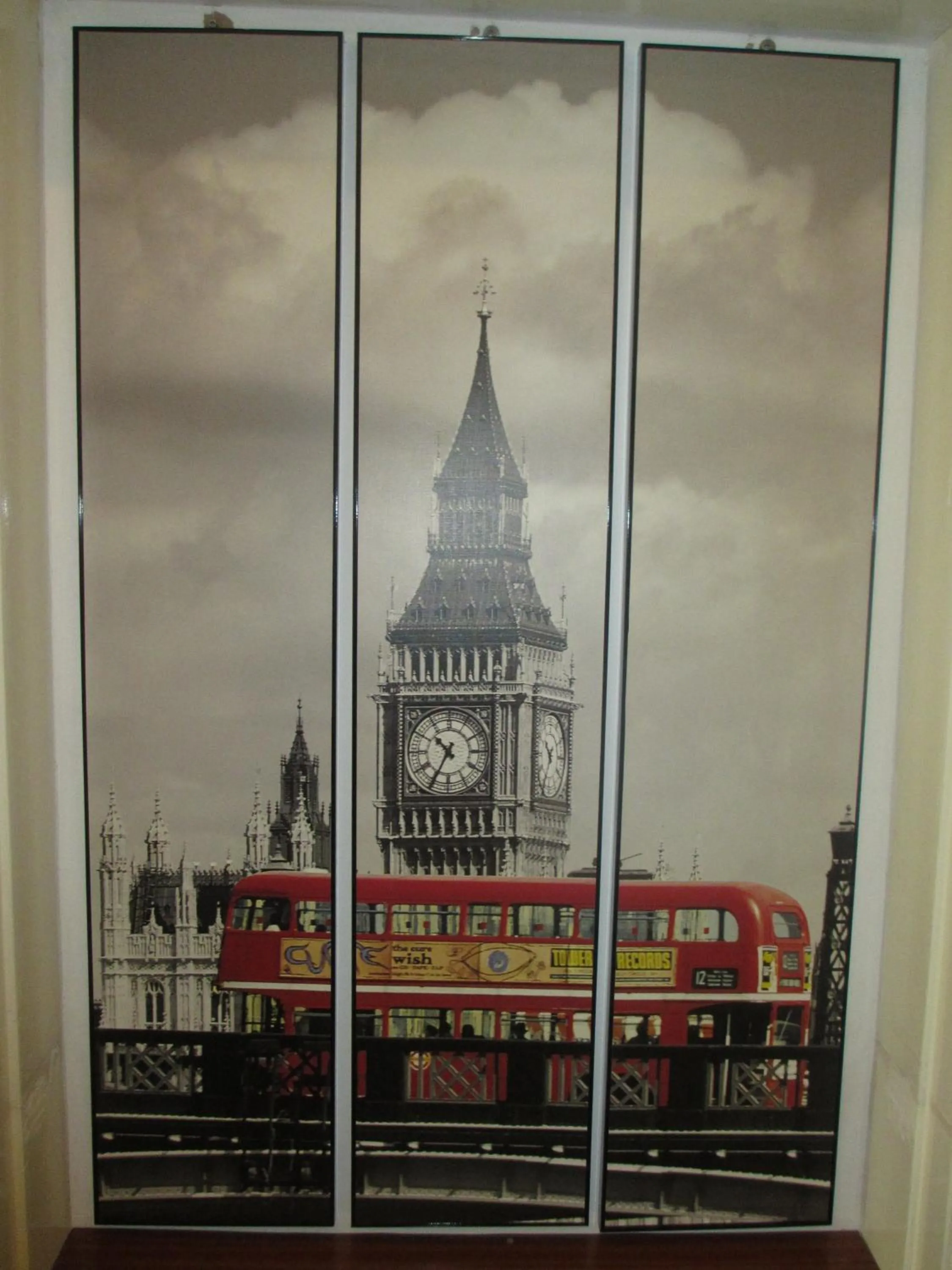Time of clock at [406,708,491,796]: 10:34
